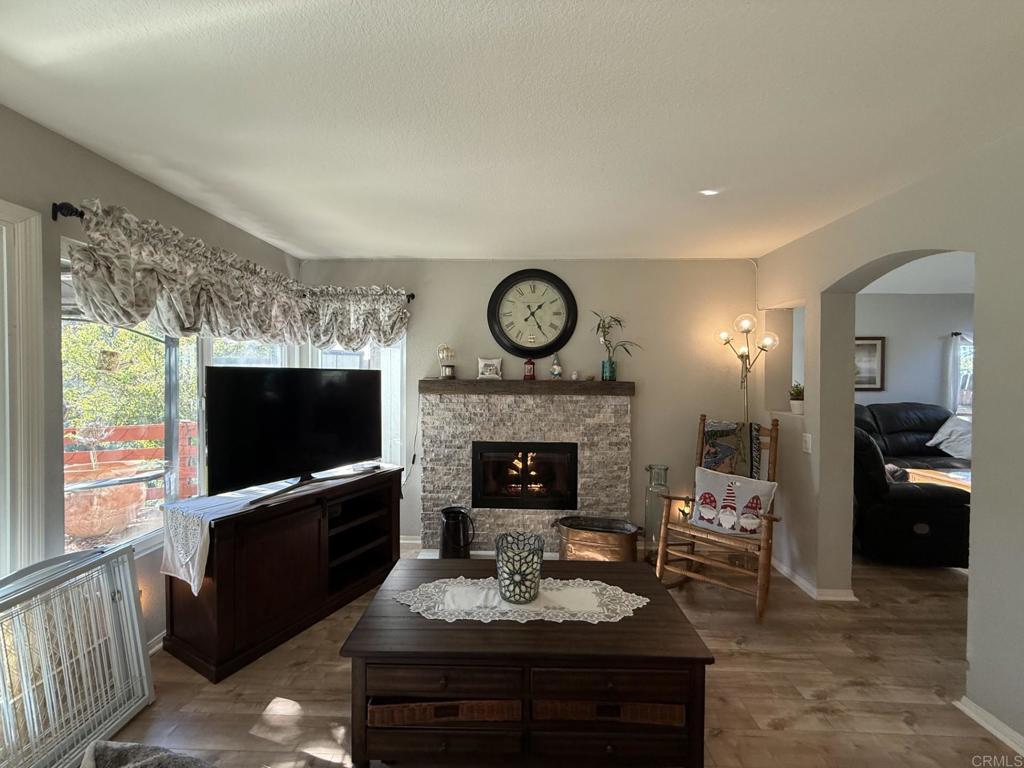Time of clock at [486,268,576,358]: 1:24
